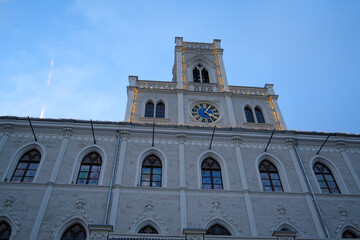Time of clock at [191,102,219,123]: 4:04
